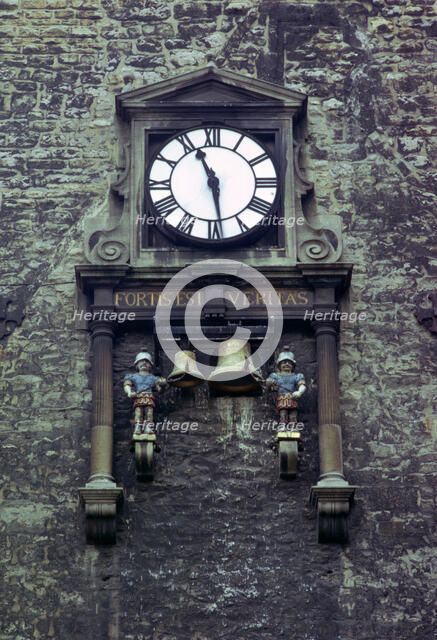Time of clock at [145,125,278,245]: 11:28
